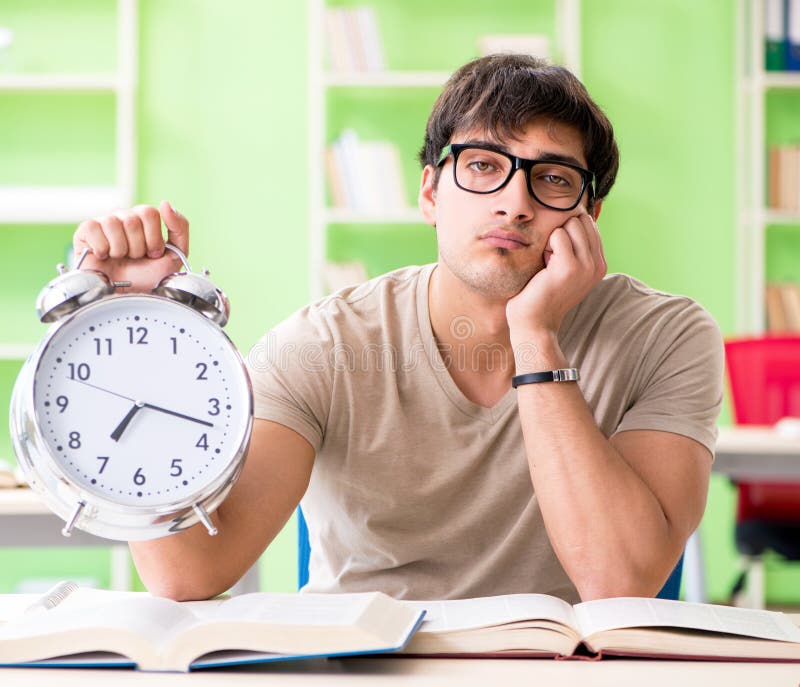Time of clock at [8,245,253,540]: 7:17
